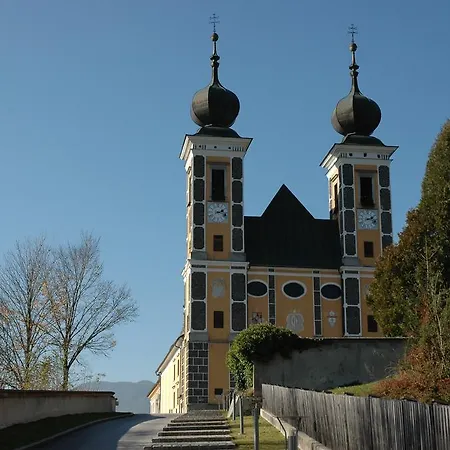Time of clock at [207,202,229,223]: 2:18
